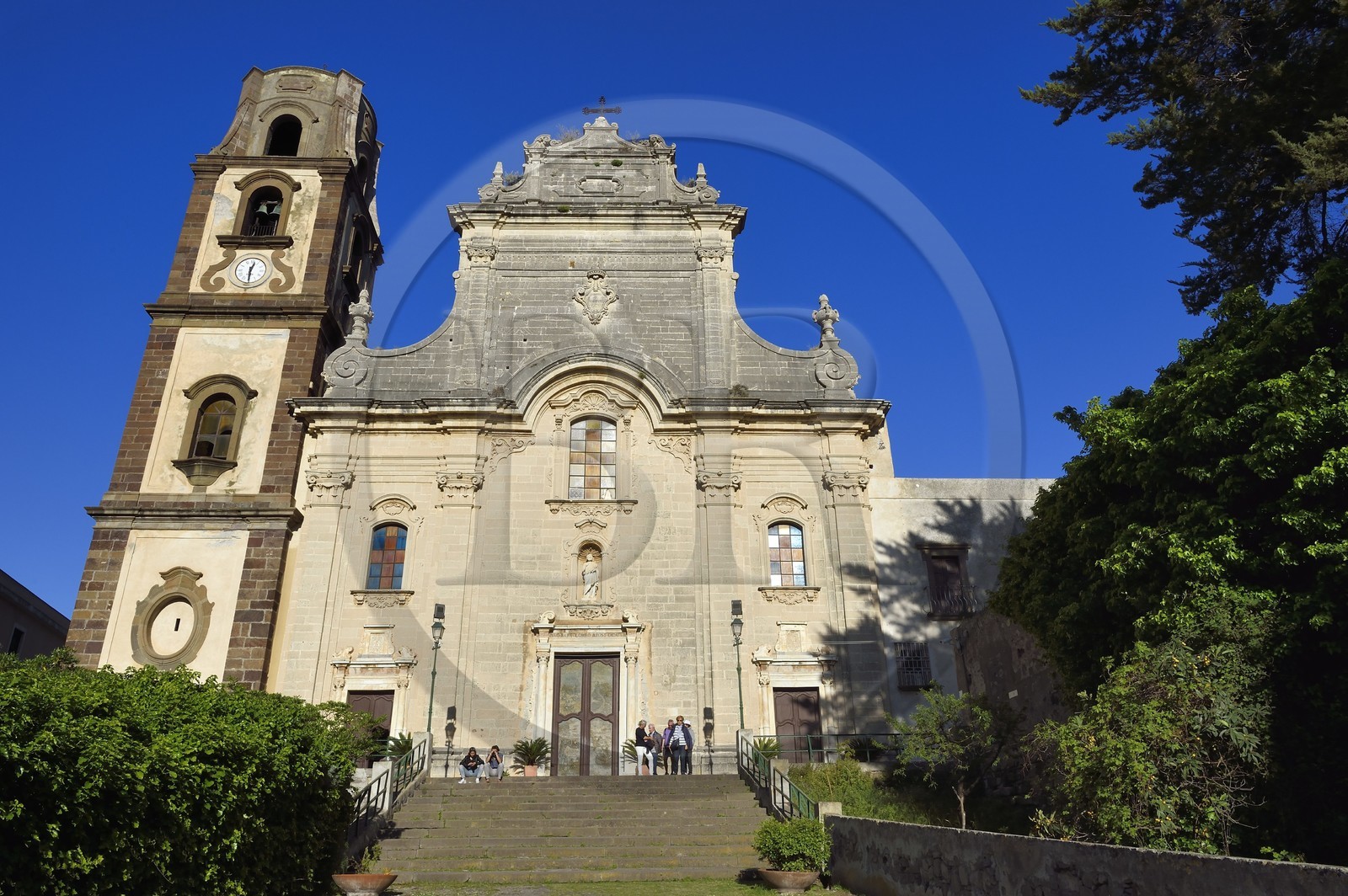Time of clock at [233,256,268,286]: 12:29
